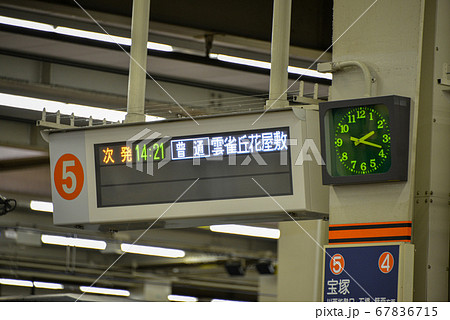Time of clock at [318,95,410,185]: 2:18
